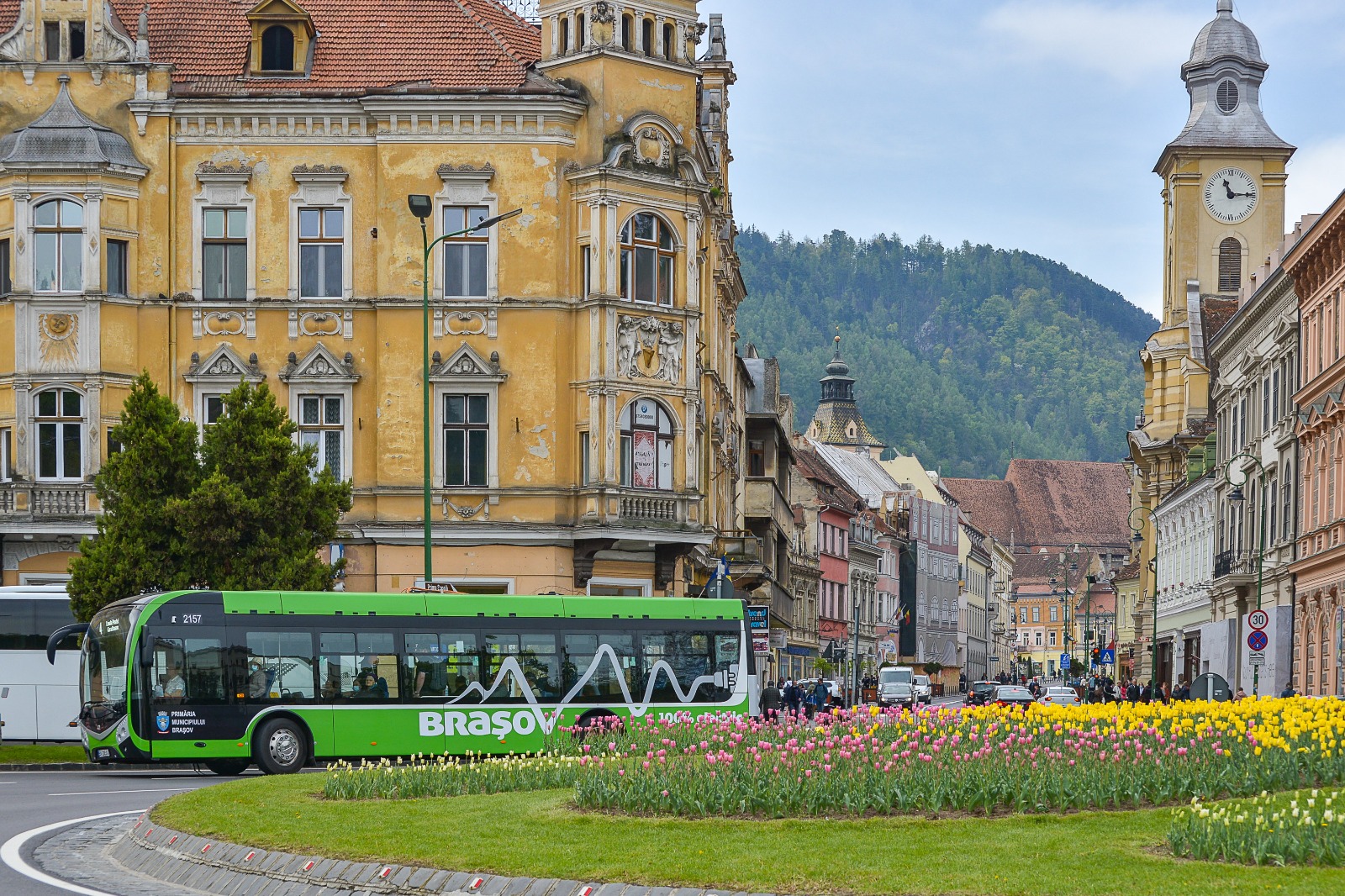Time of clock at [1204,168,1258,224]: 11:14
